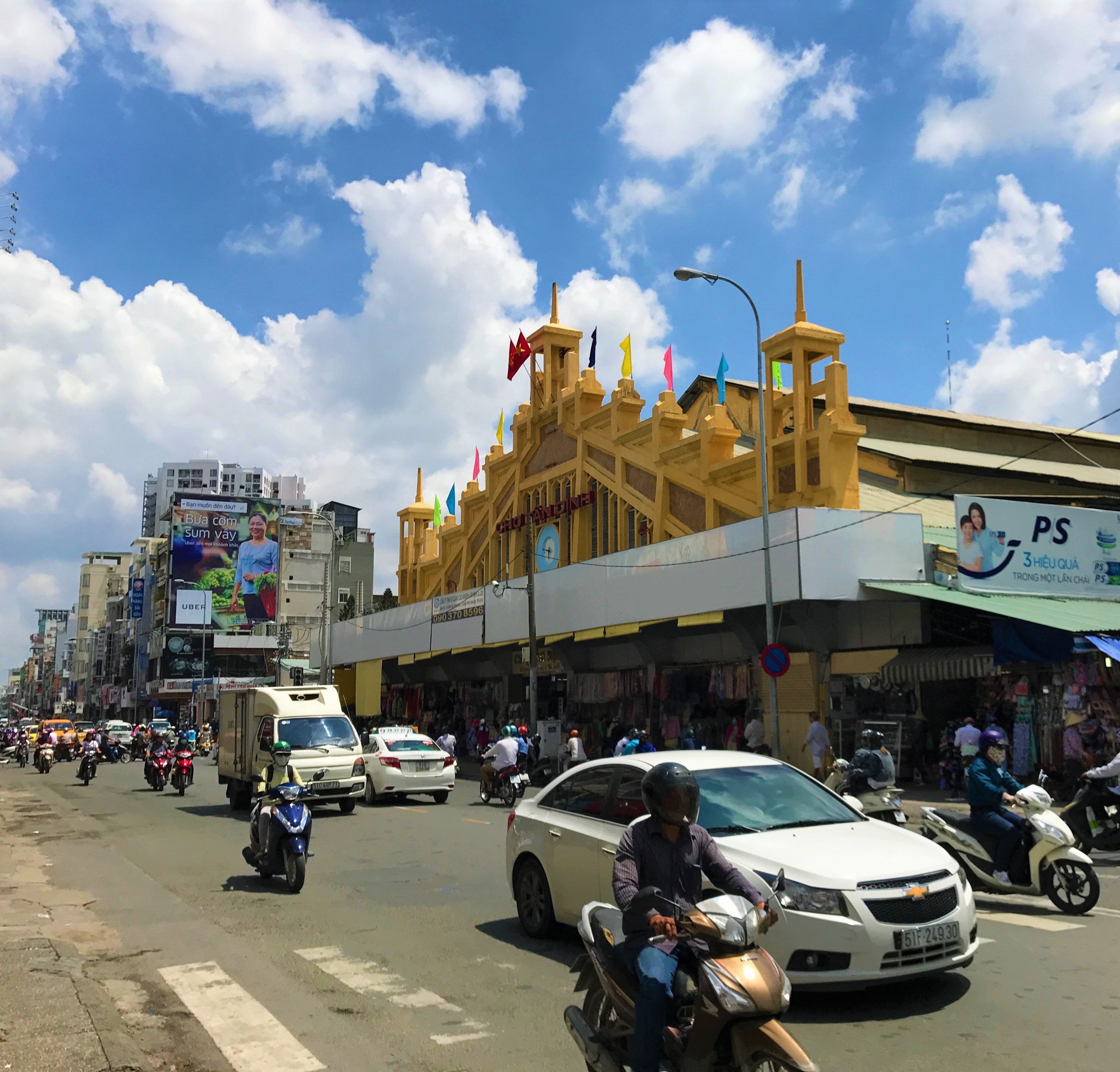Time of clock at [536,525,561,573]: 6:46
